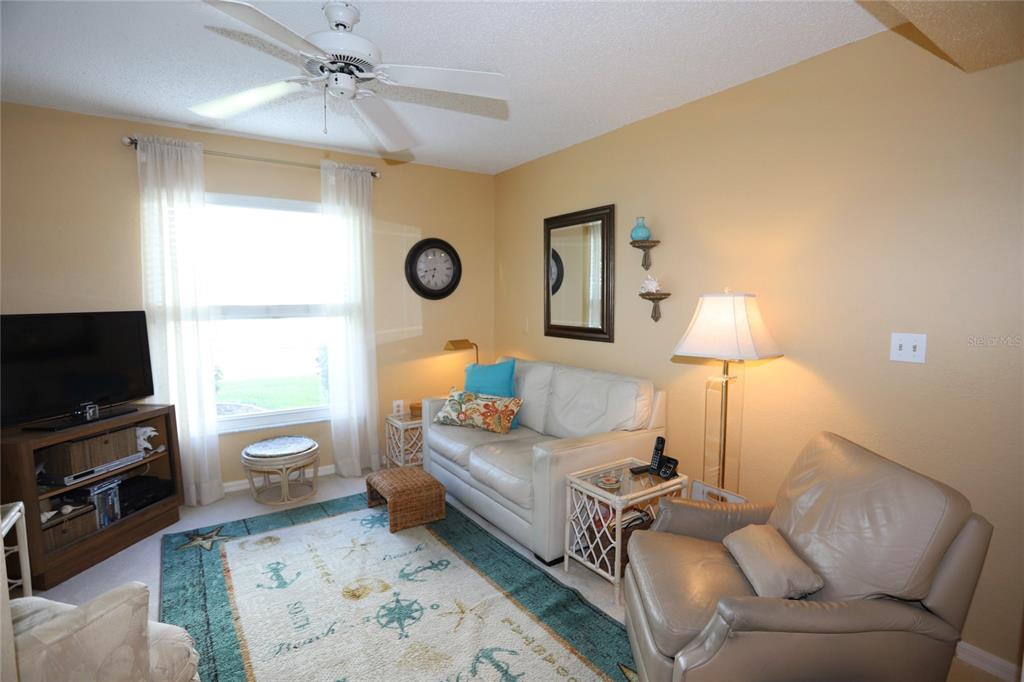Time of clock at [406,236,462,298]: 6:42
